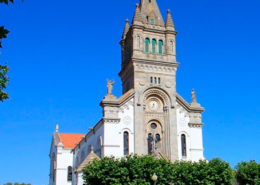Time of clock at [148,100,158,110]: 5:34
